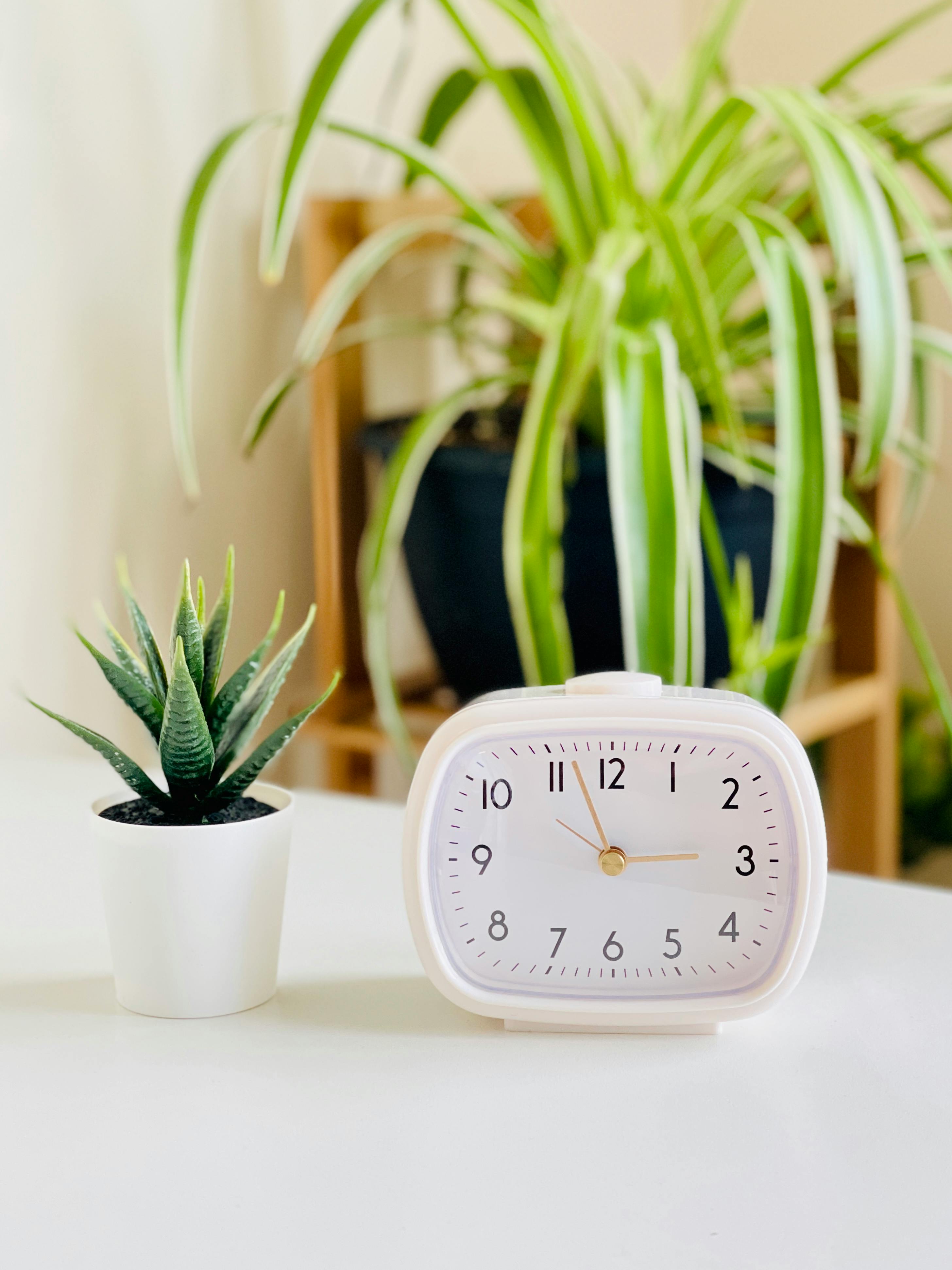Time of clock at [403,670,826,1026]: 2:56
